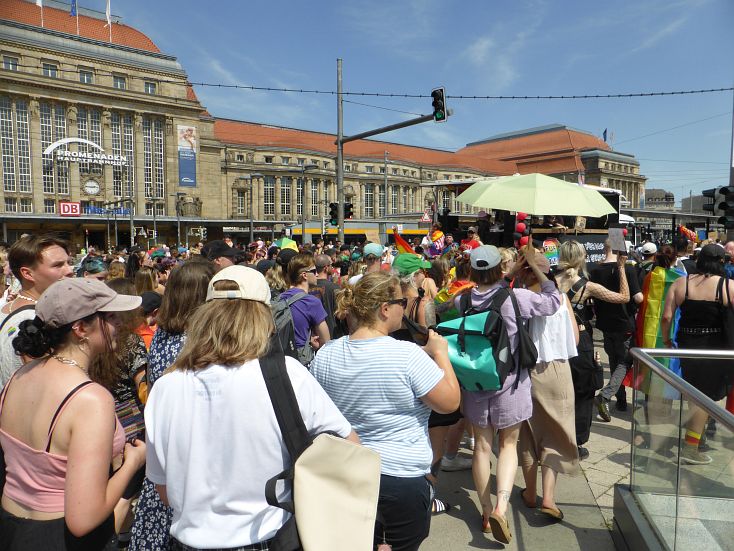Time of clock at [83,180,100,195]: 2:46
